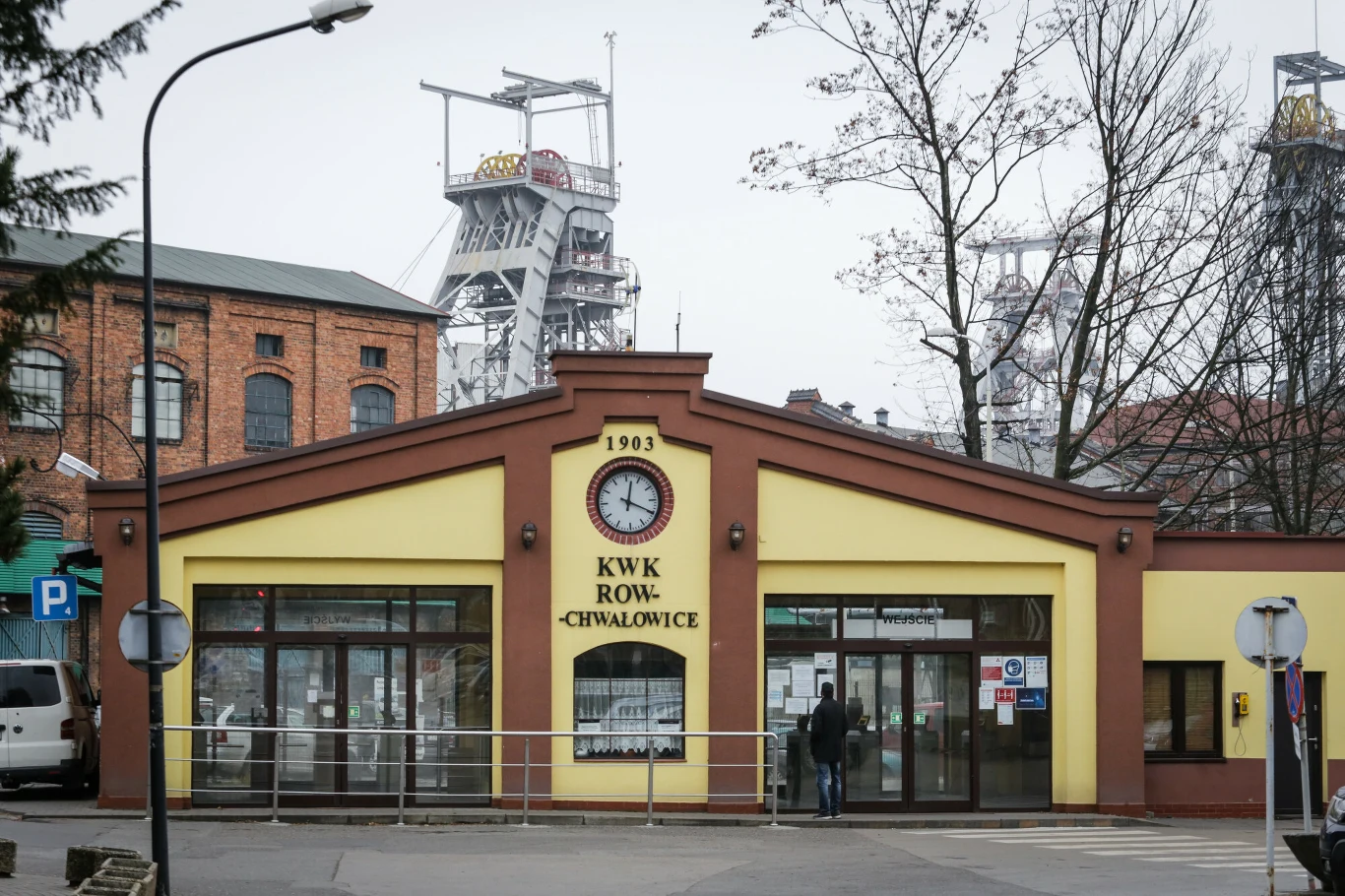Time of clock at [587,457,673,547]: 12:19
